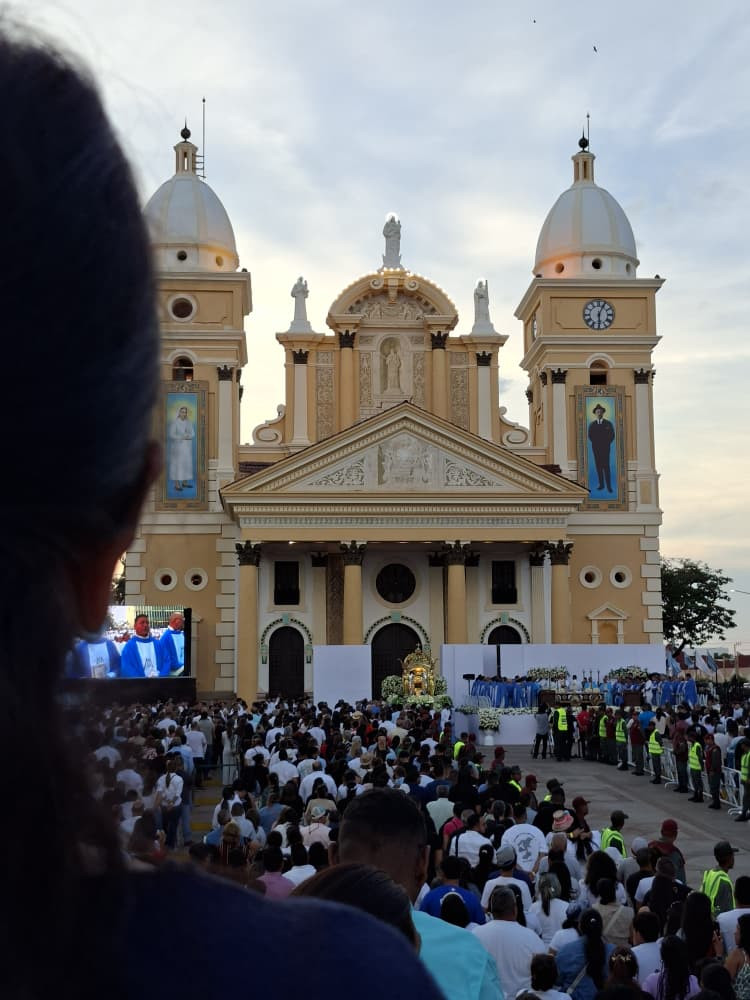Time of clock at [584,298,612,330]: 6:04
